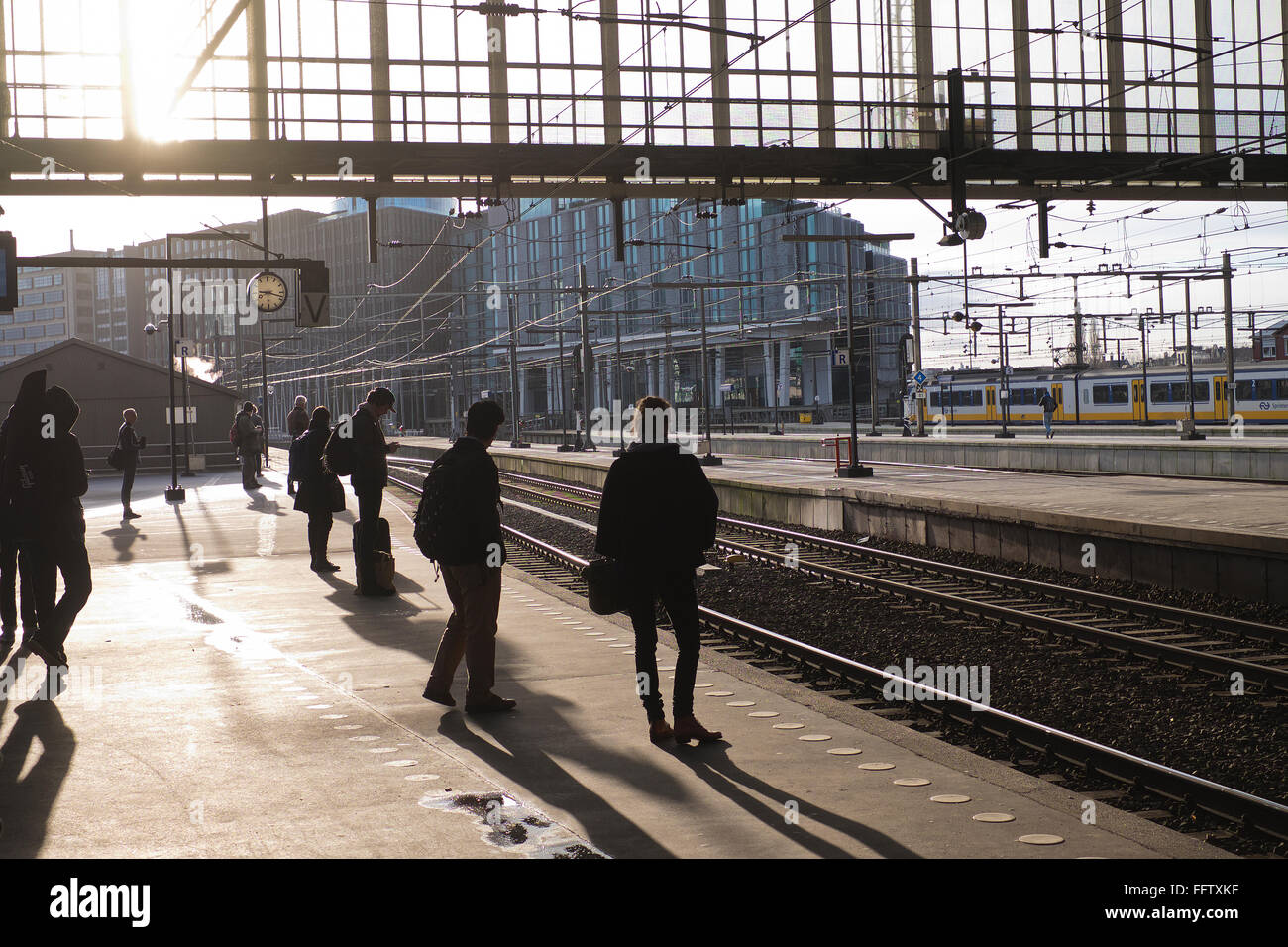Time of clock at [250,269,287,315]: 9:18
